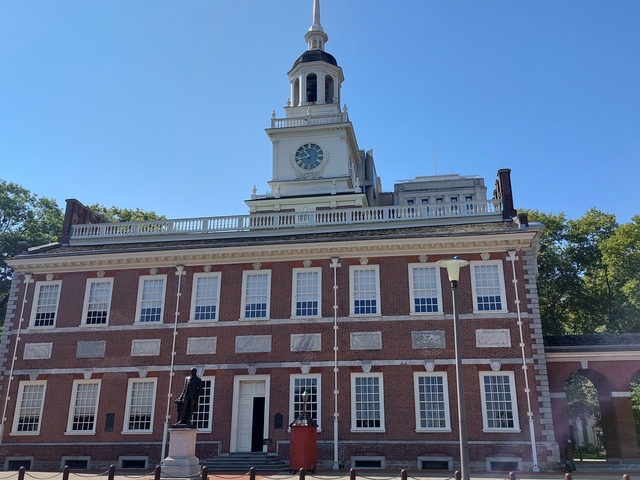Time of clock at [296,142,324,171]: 10:42
